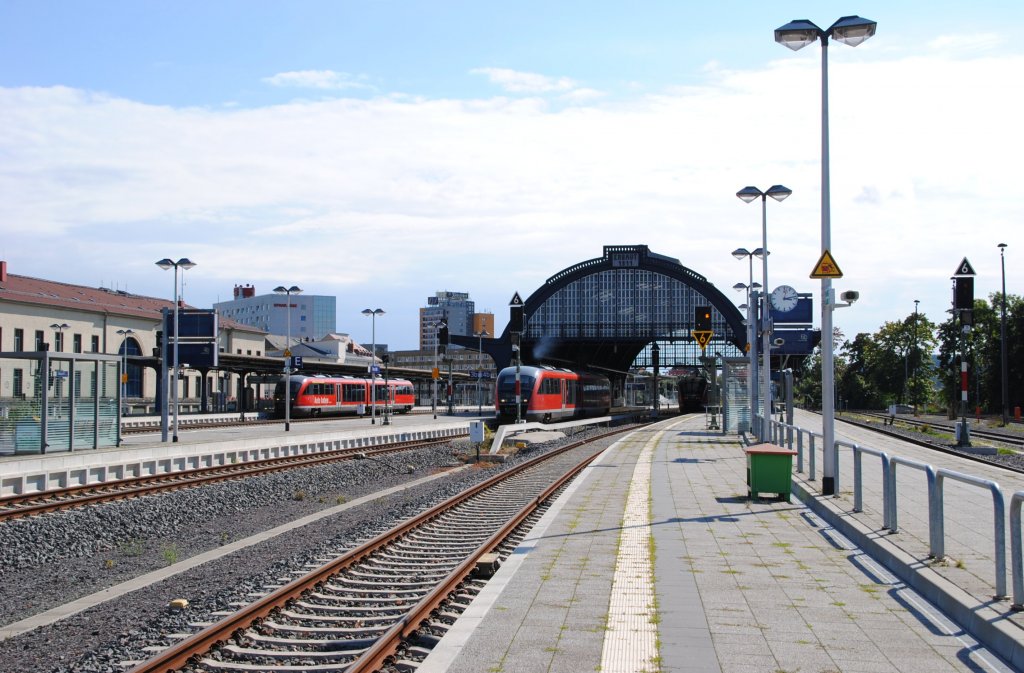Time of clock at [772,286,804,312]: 3:13
